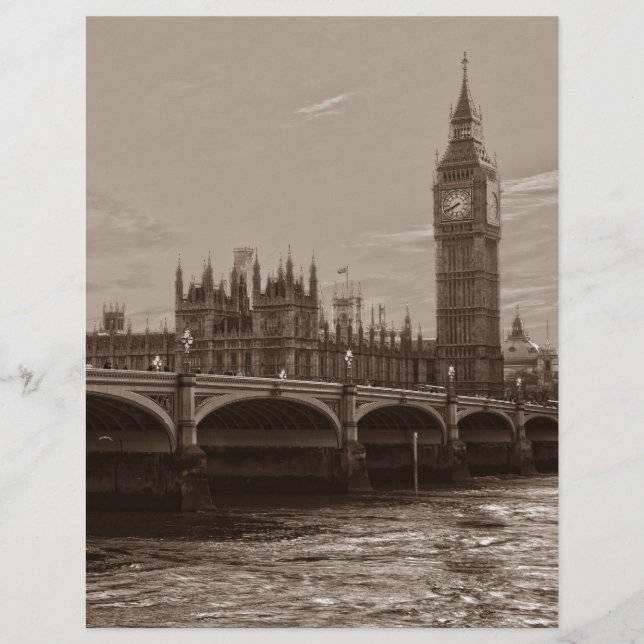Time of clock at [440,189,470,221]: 7:40
